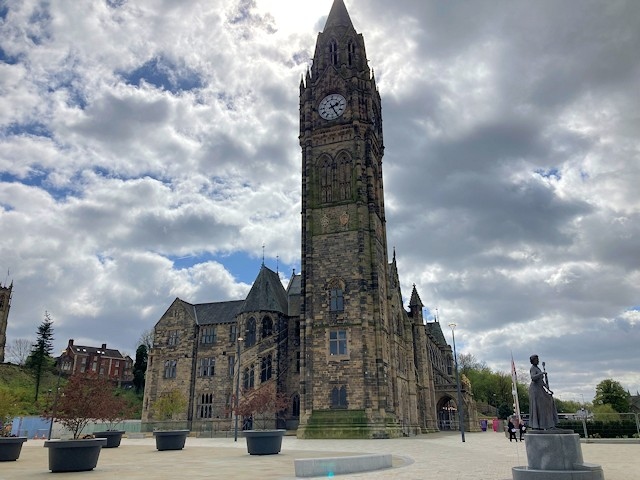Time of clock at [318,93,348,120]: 2:25
